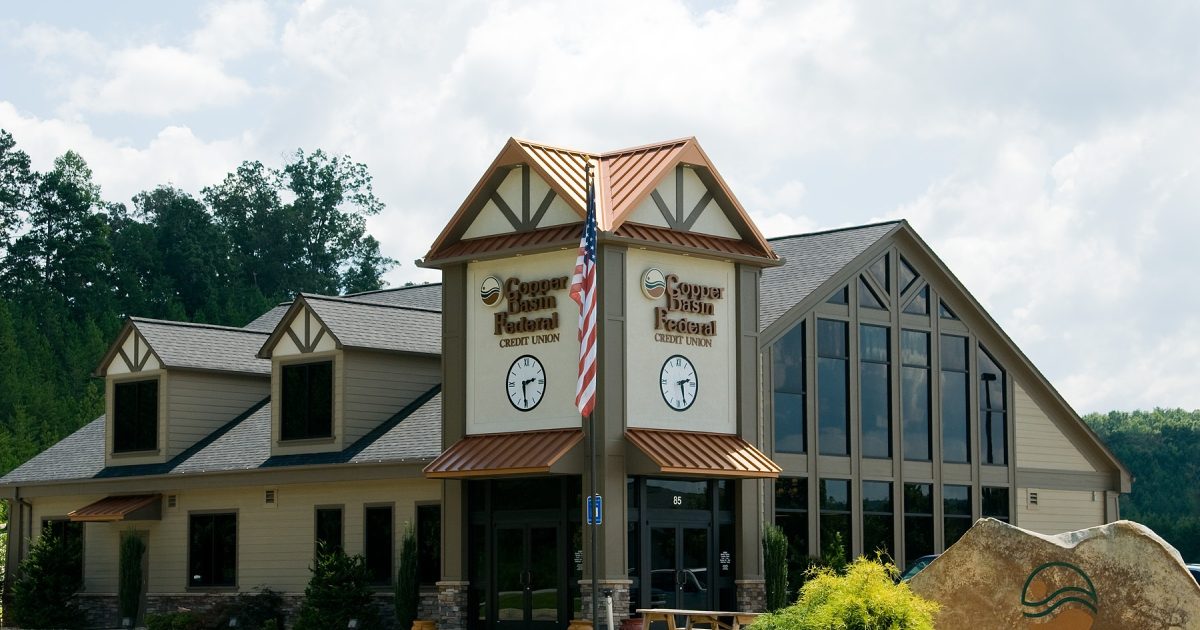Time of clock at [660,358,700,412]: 2:26
